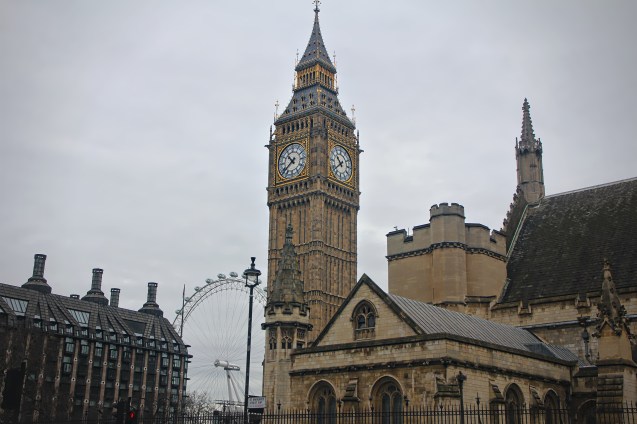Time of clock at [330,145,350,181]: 10:38
